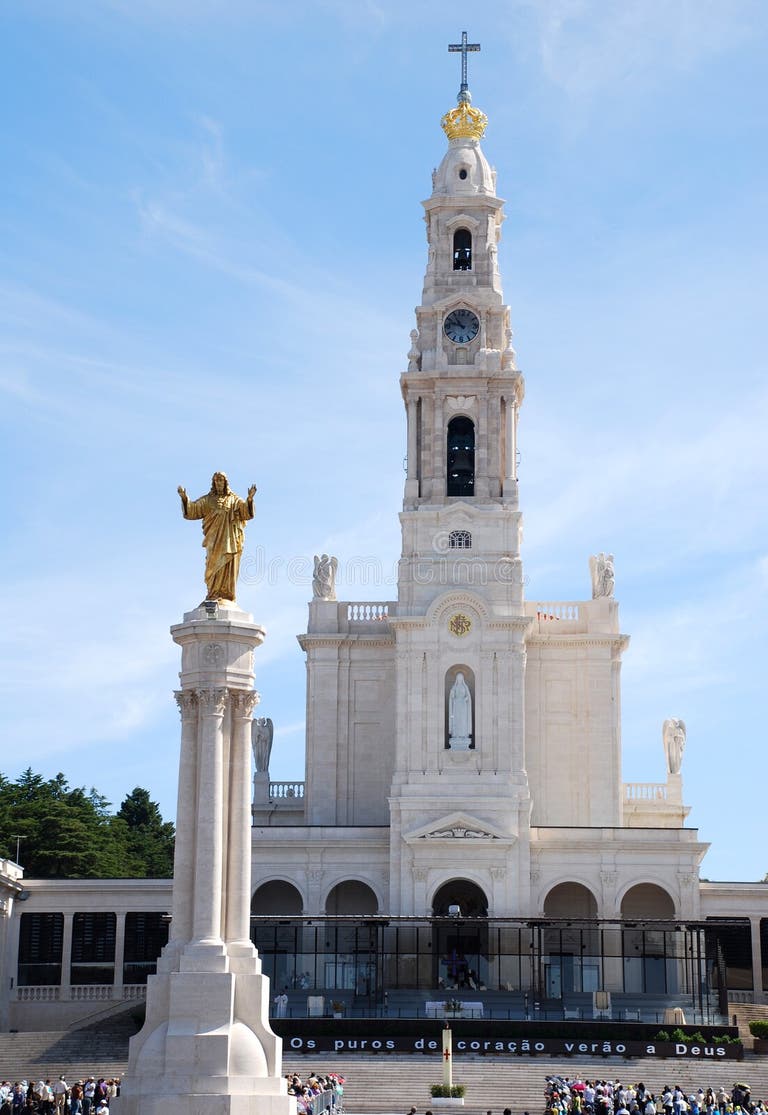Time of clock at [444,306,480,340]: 10:47
